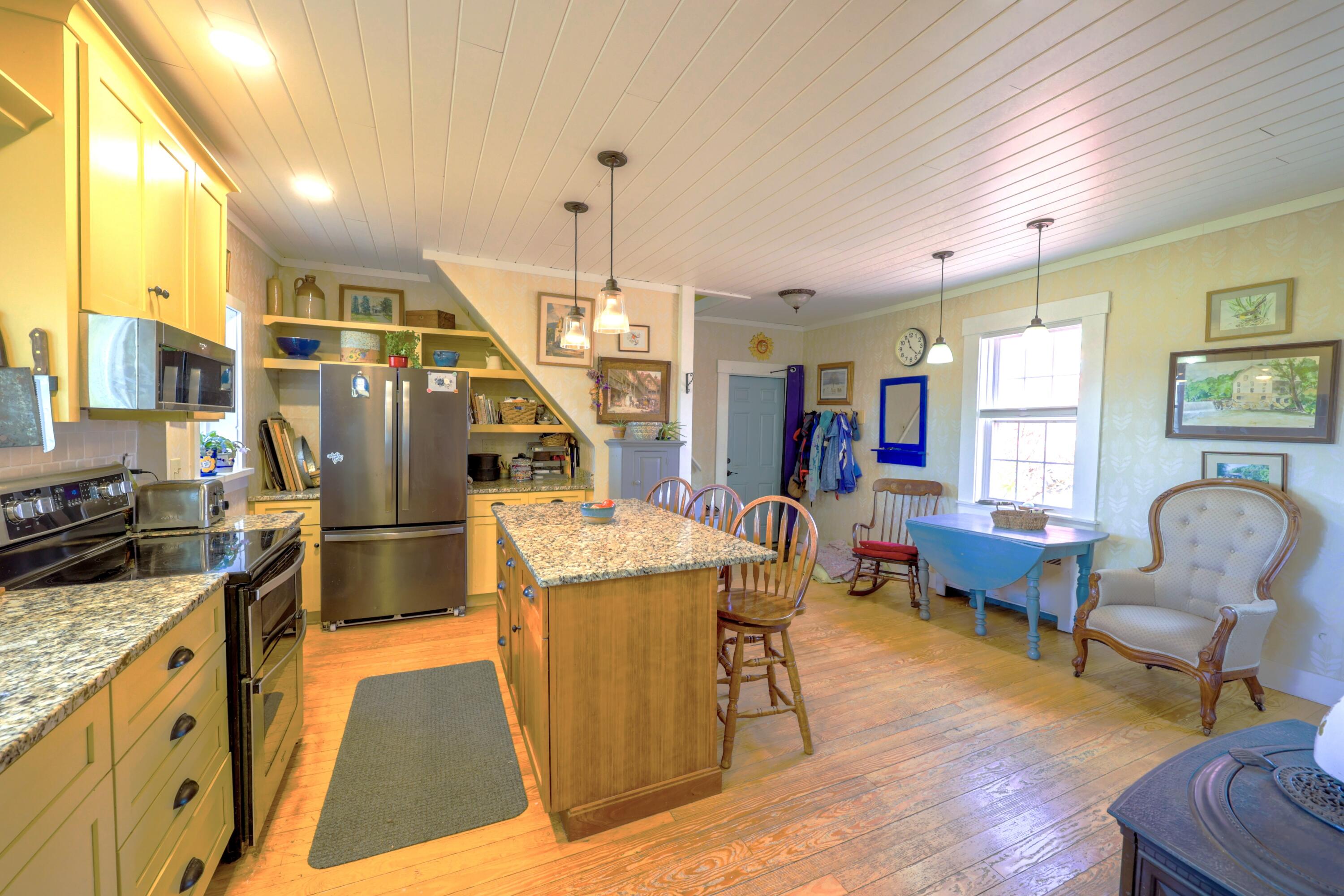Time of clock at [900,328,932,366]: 11:21
